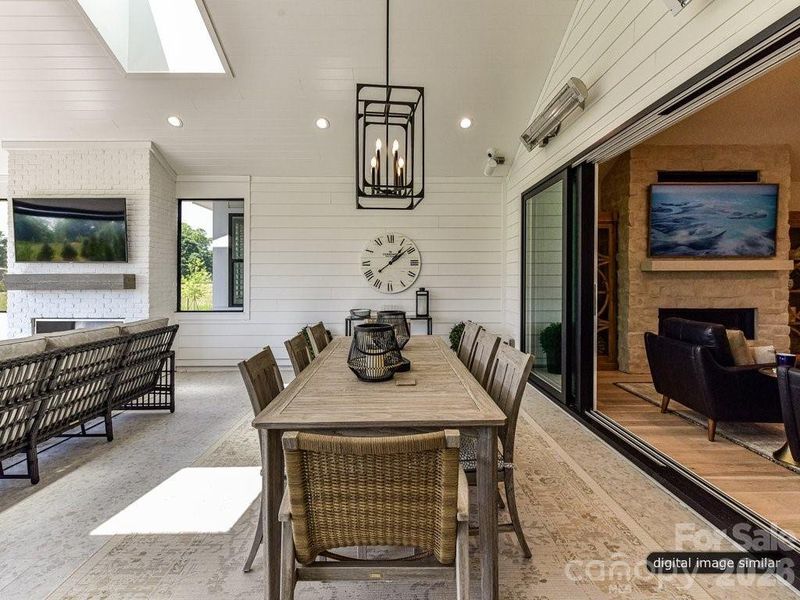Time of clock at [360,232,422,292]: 1:08
